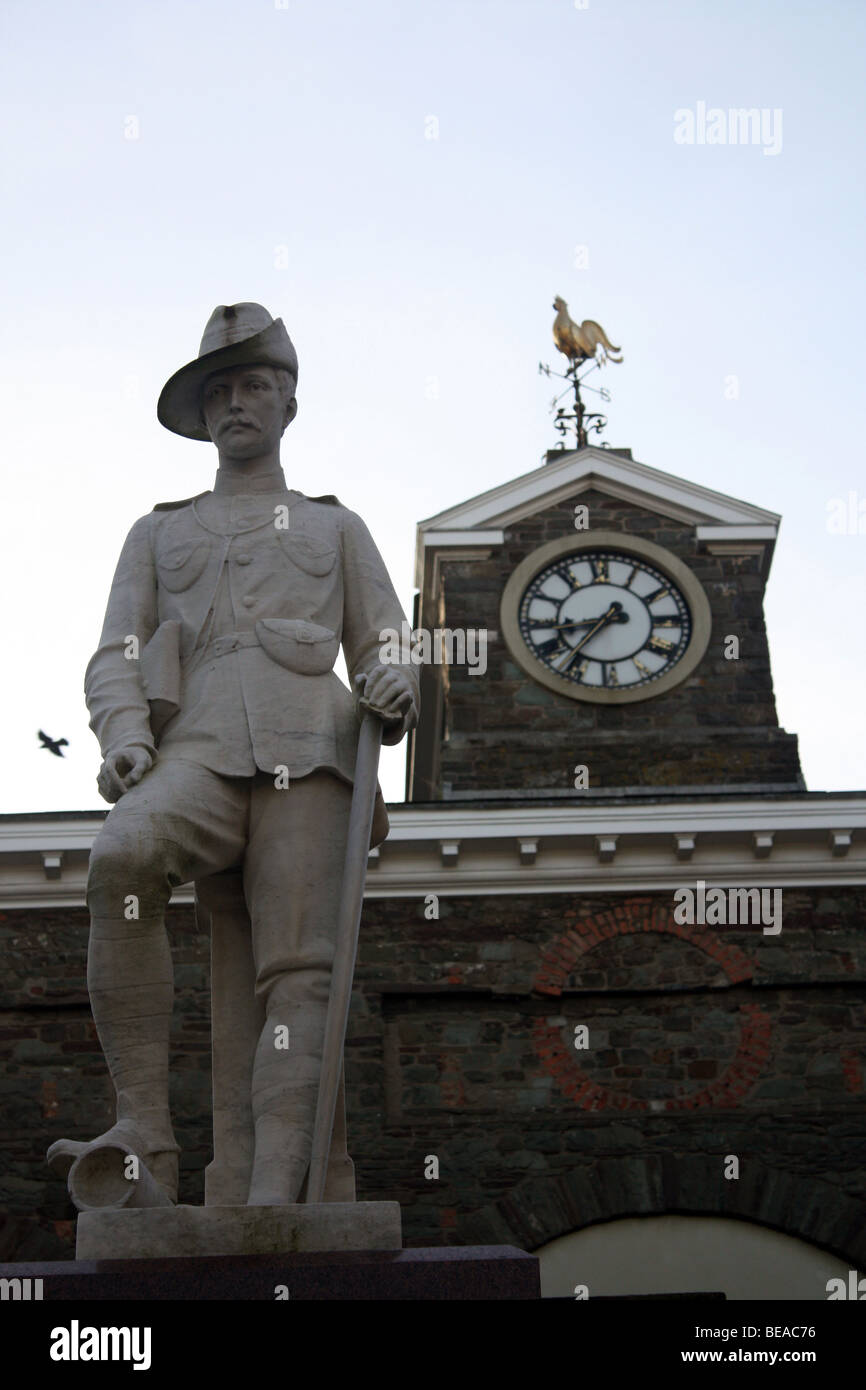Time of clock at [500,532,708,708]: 8:36
